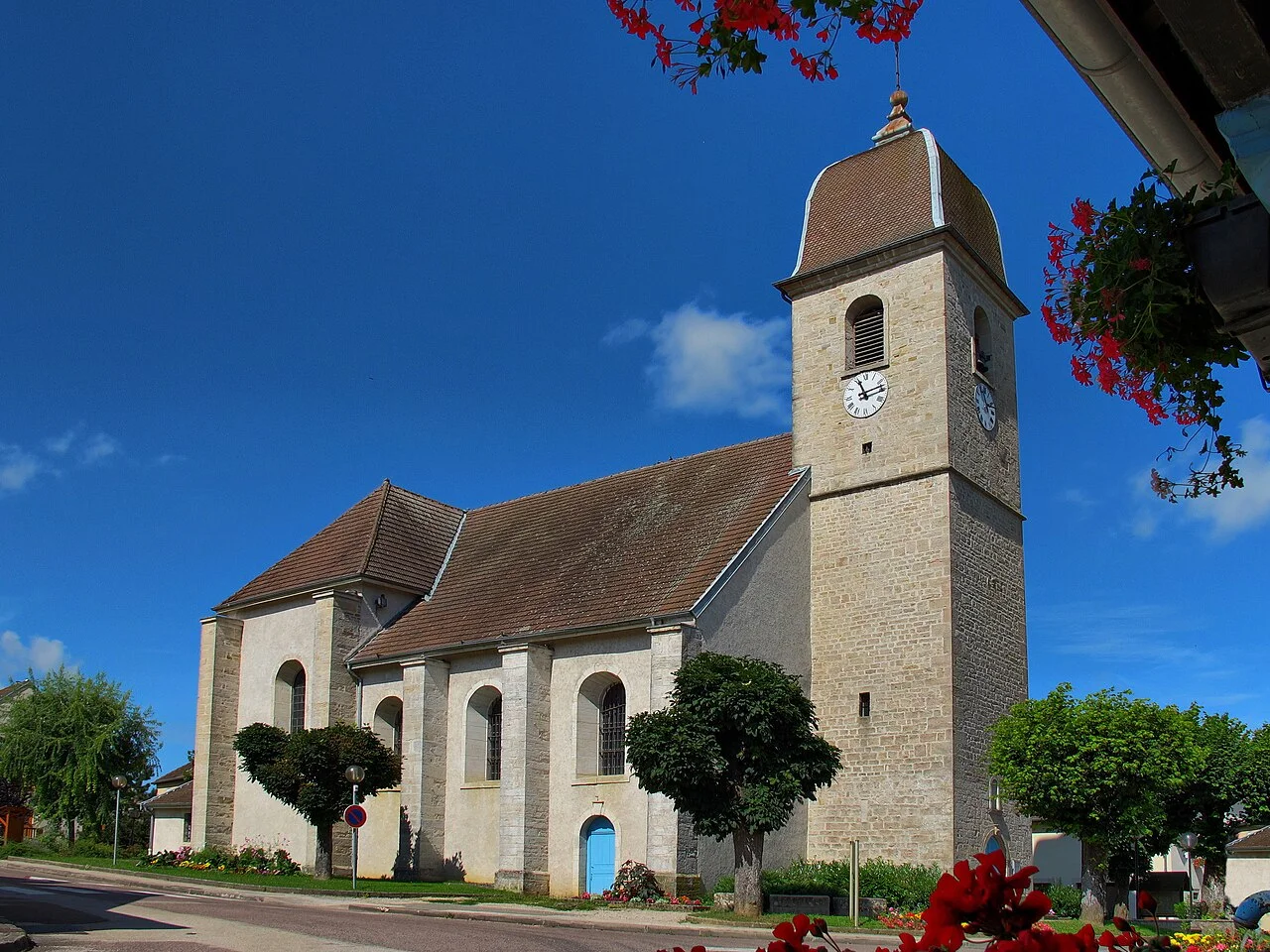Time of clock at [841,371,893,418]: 11:12
